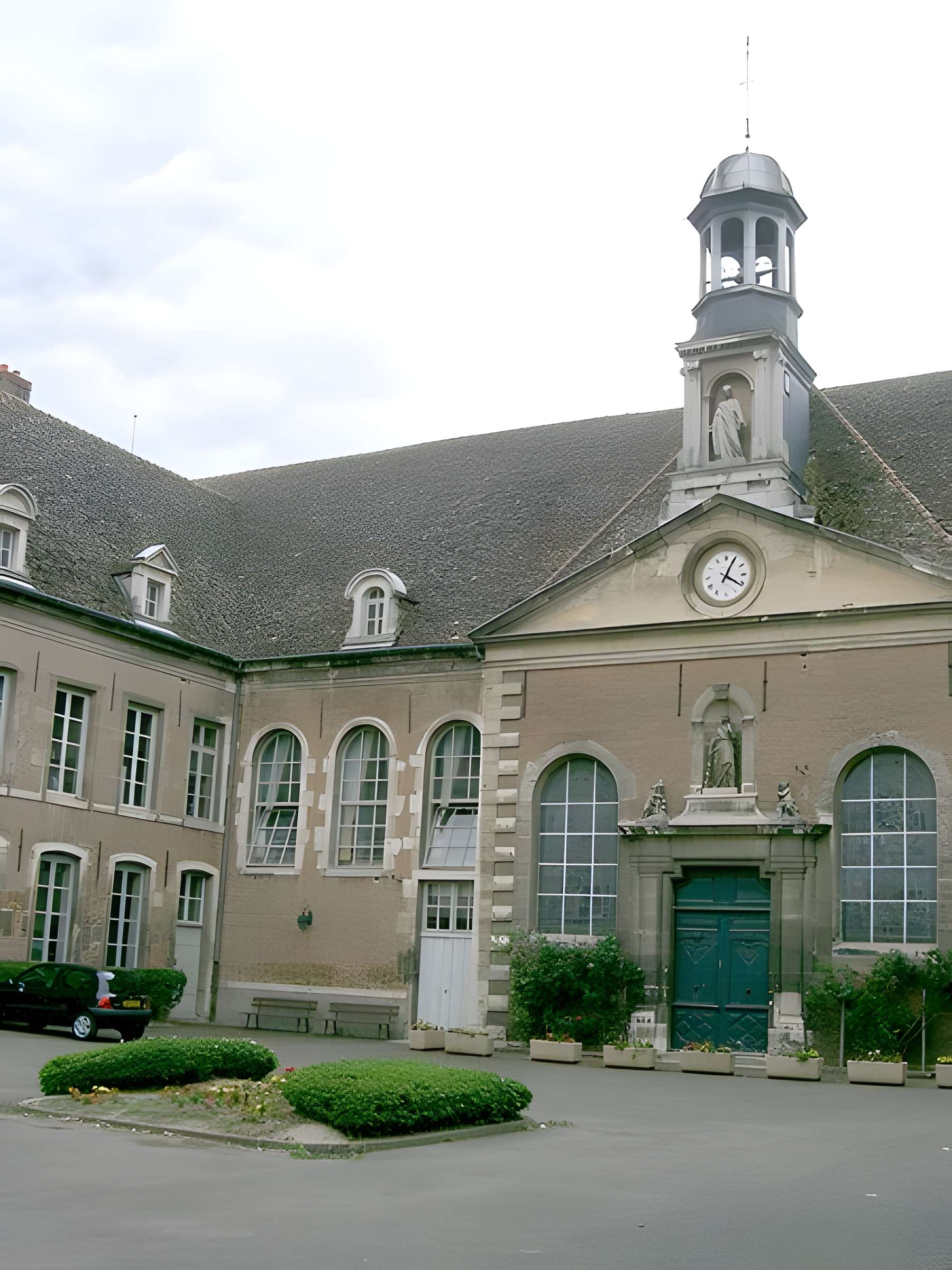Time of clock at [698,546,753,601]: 4:04
